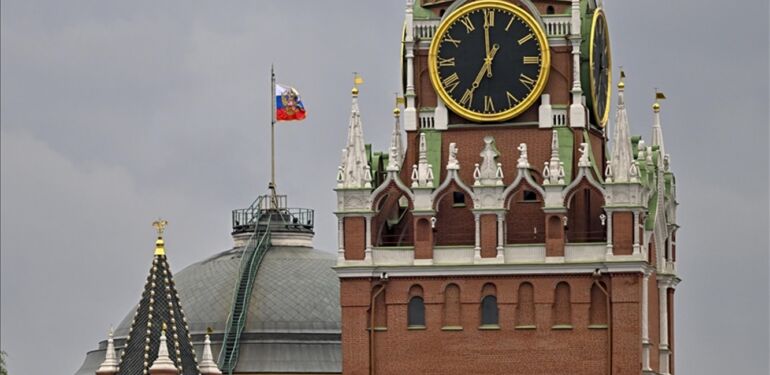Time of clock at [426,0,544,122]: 6:59
